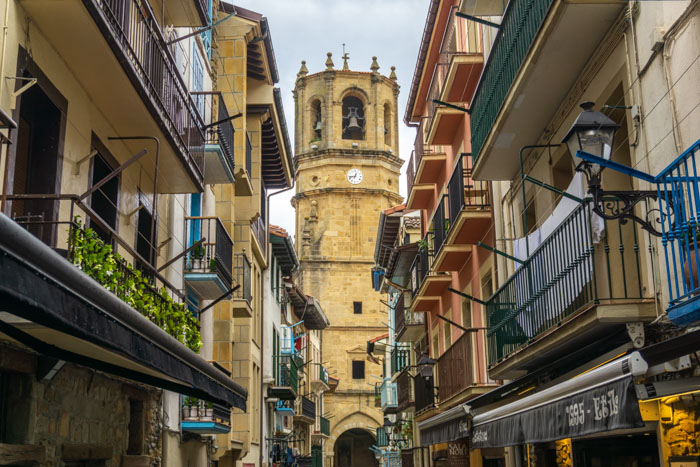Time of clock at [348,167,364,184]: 12:43
